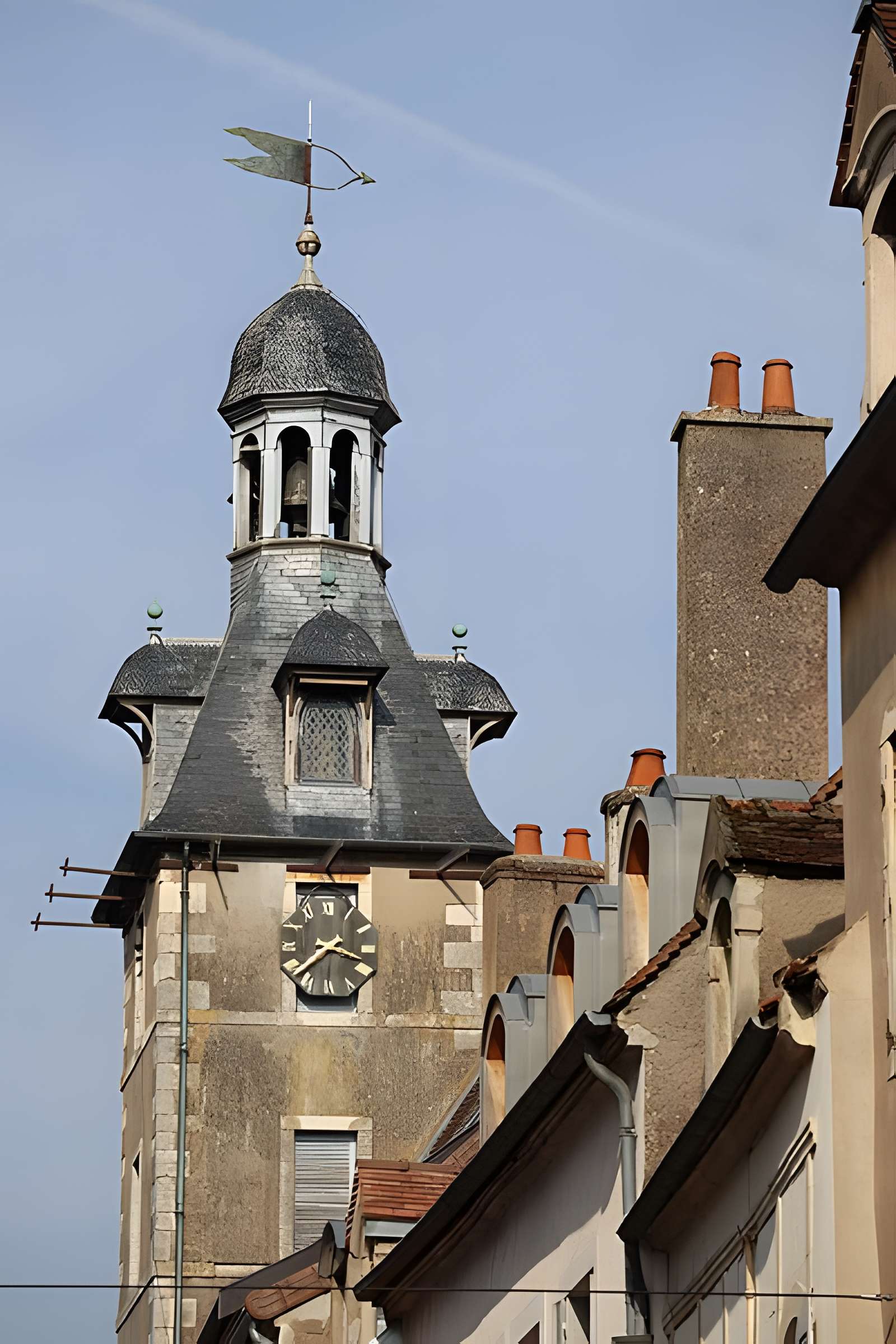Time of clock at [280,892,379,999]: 3:38
